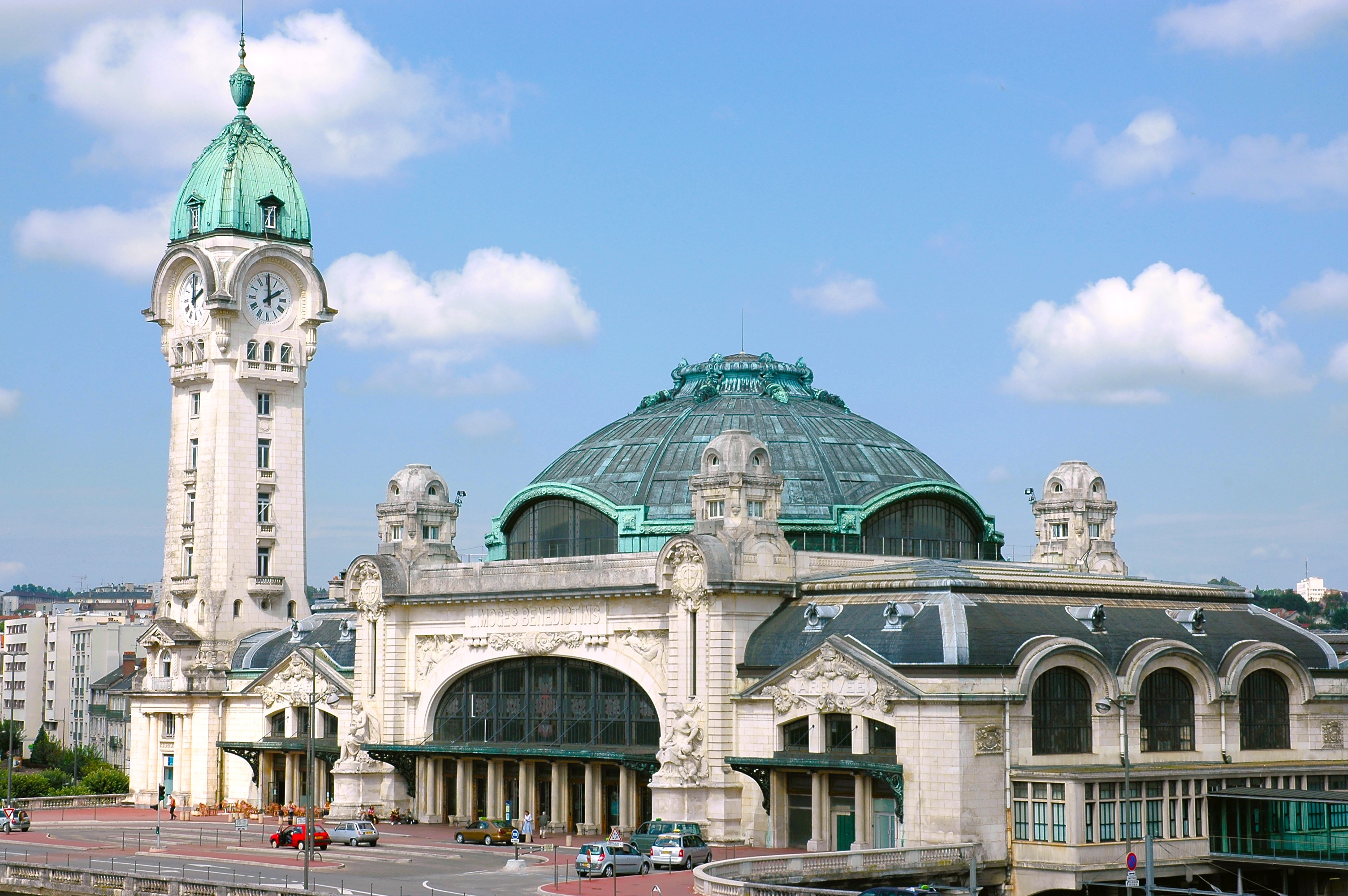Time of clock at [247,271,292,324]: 2:00
